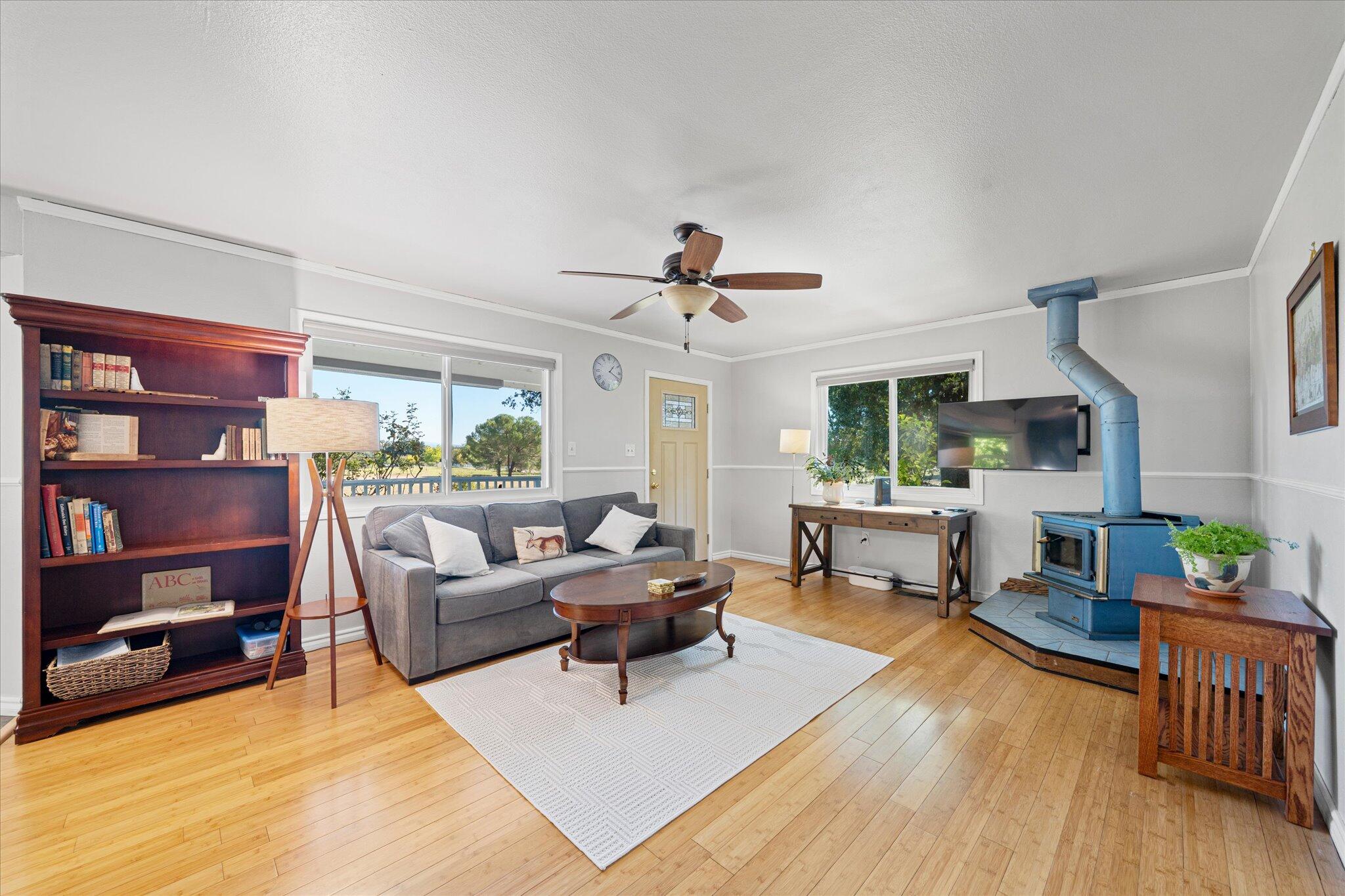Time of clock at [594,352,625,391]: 1:18
